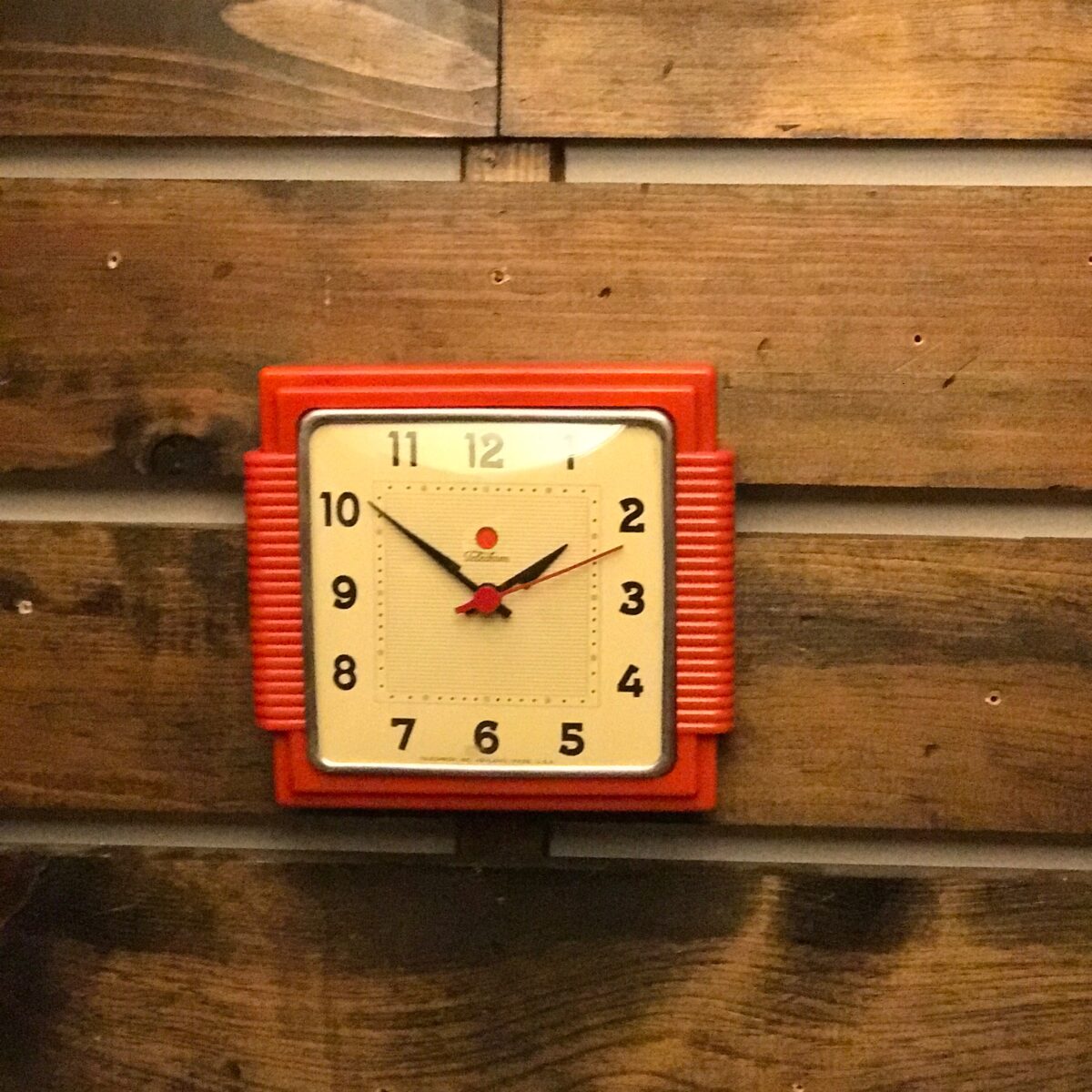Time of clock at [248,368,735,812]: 1:51
